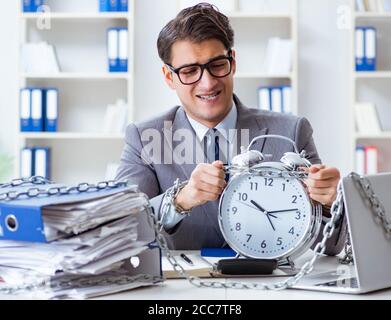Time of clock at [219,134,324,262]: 10:13
